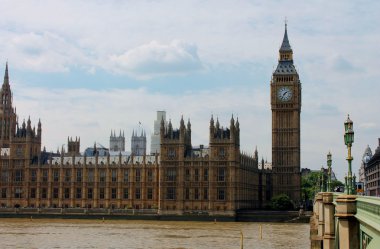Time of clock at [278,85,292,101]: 1:35
